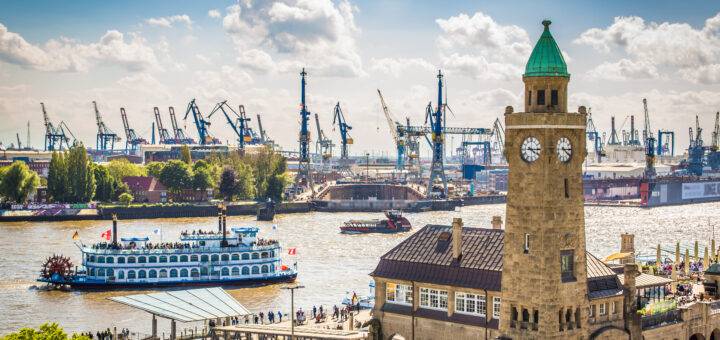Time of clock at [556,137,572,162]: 4:14
